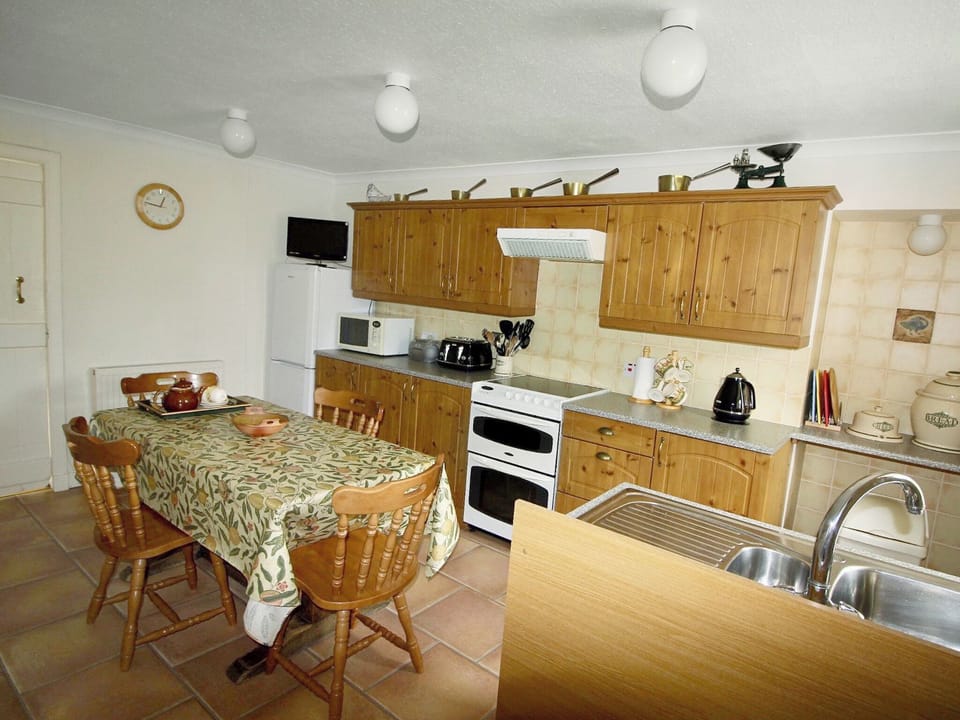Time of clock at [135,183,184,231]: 12:46
